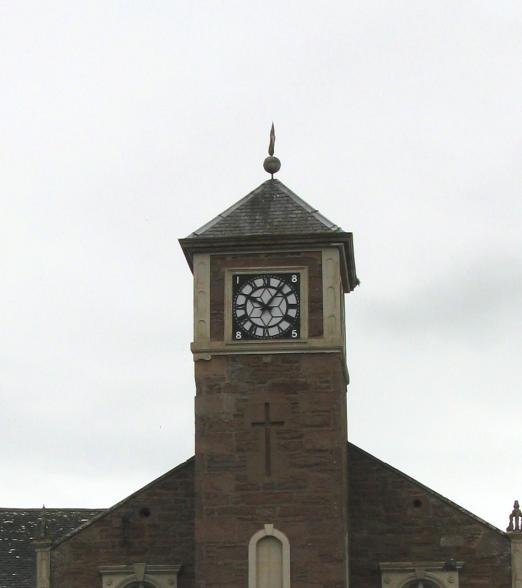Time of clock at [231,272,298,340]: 10:06
